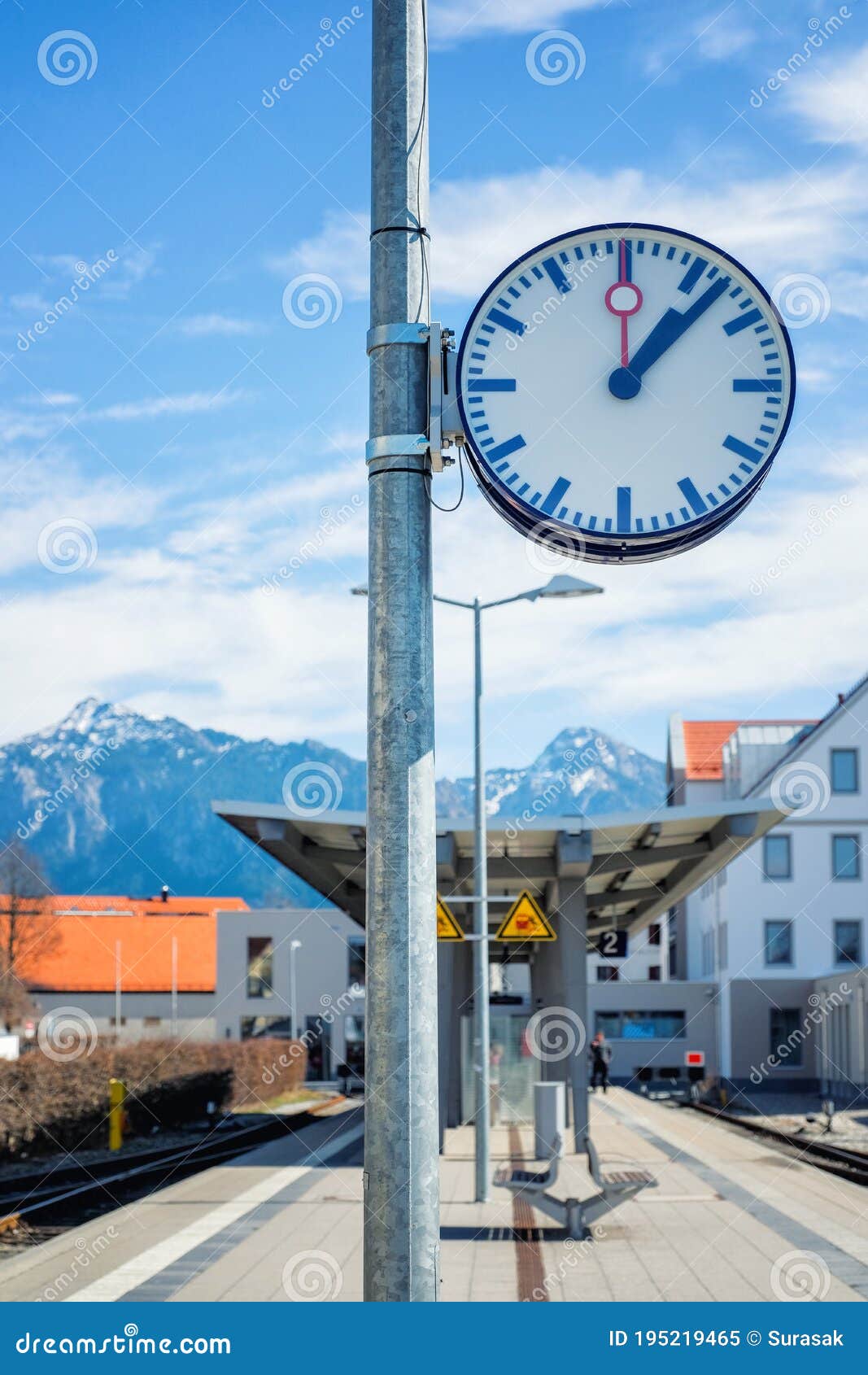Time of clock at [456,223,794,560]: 1:07
